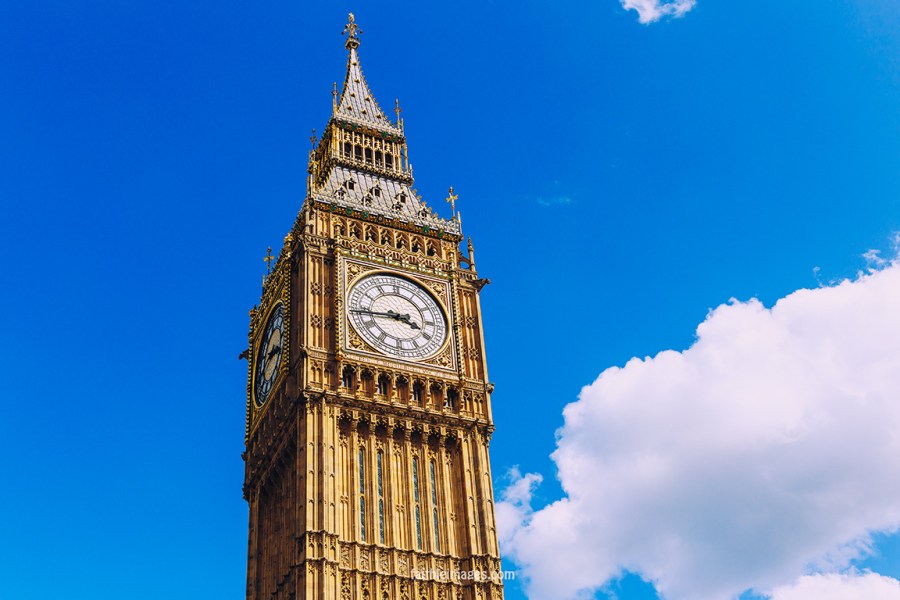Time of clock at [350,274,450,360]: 3:43
